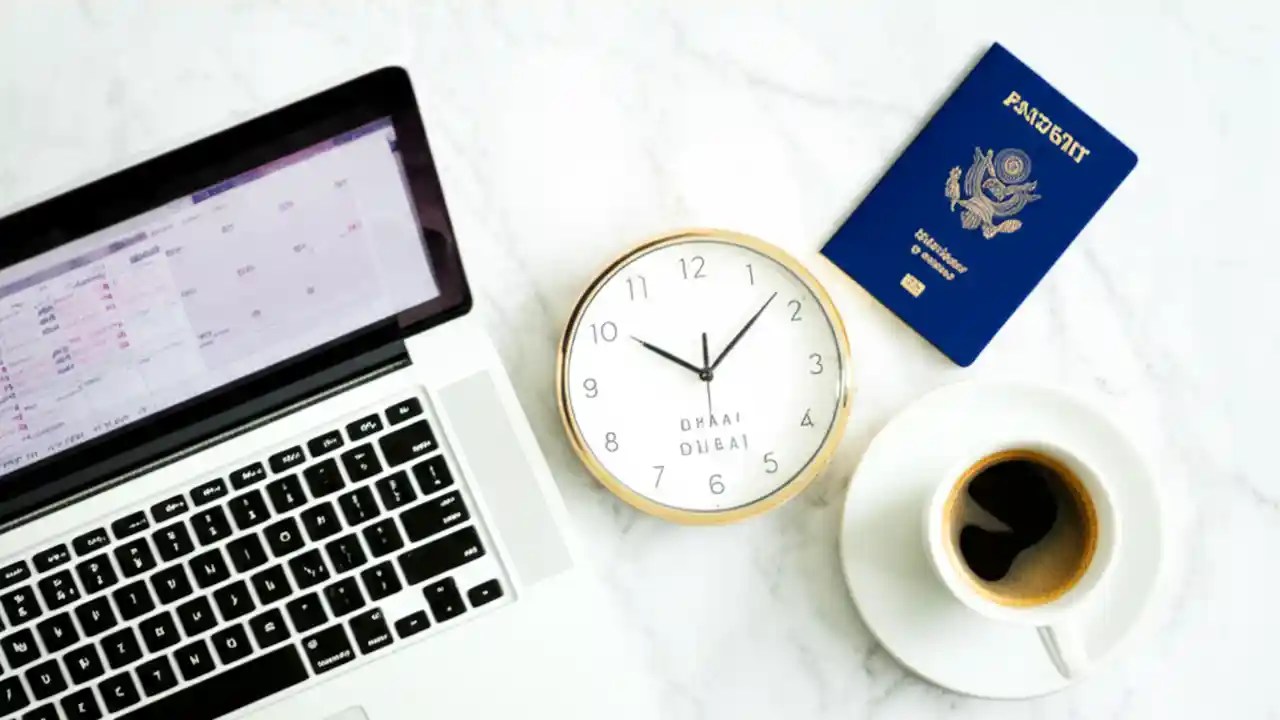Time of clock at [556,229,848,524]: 10:07
